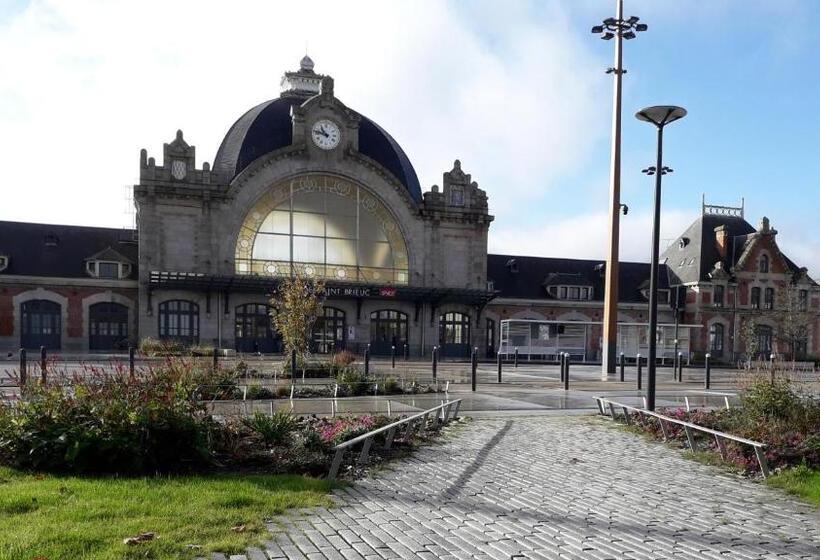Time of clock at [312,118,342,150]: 10:47
